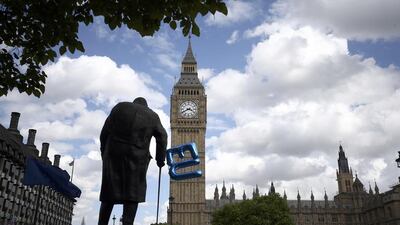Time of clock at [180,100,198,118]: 3:40
